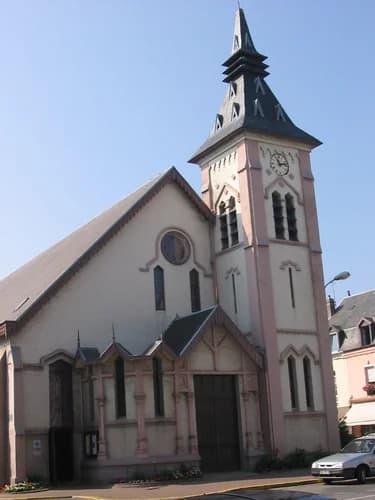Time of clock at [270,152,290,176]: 11:12
